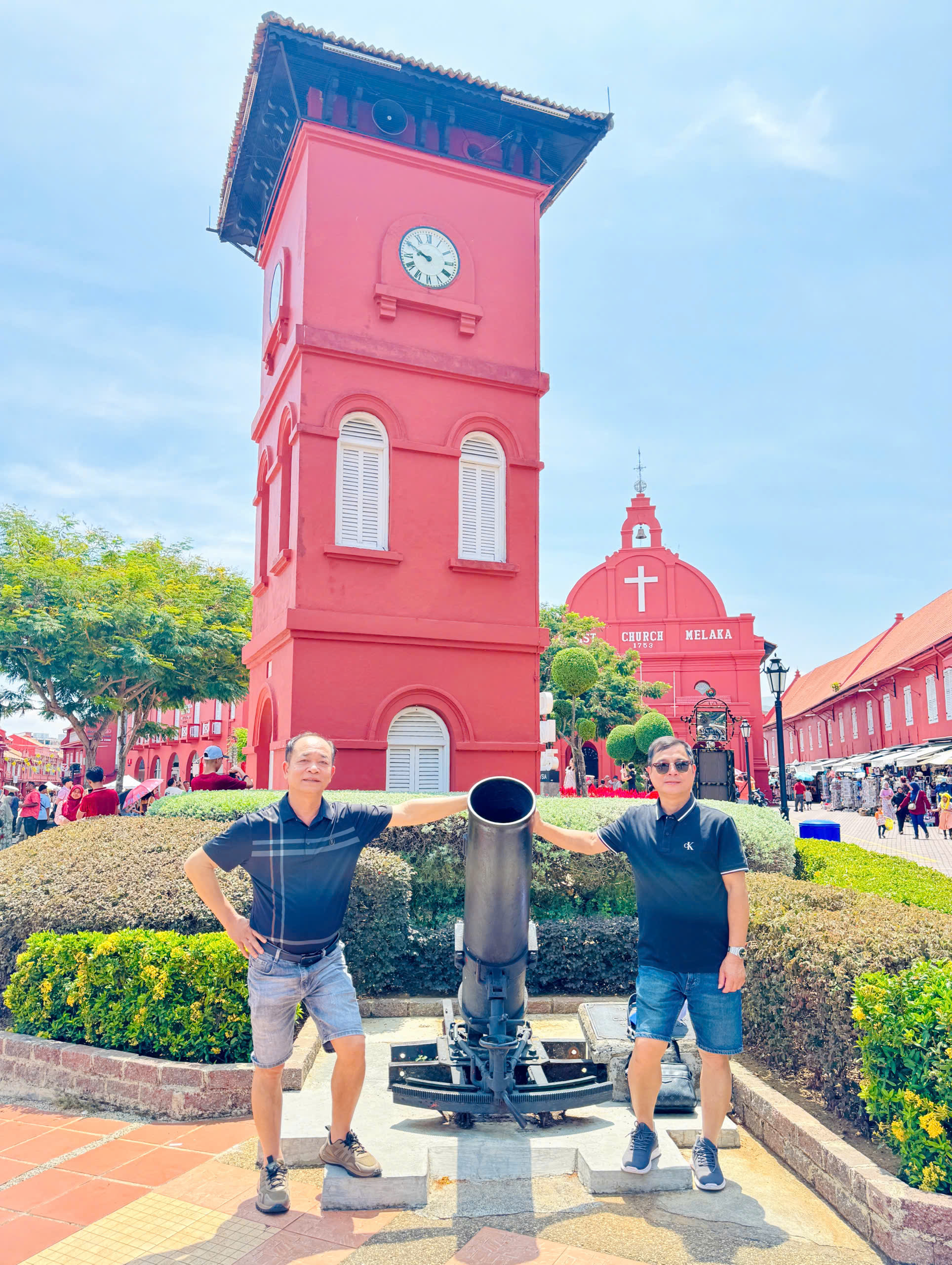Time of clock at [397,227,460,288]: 9:50
